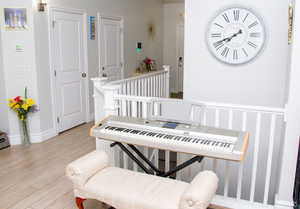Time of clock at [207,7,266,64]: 7:40
